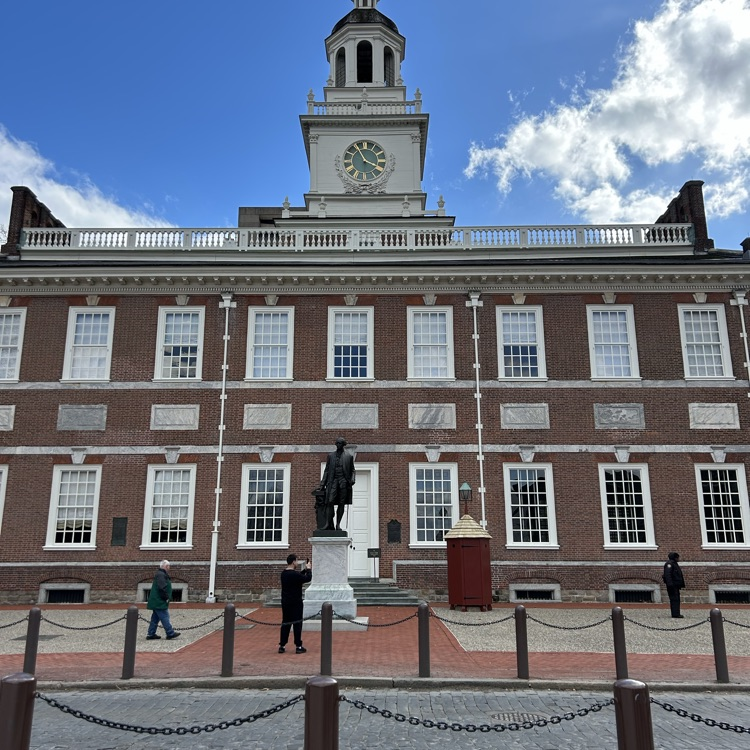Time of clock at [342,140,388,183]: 3:55
